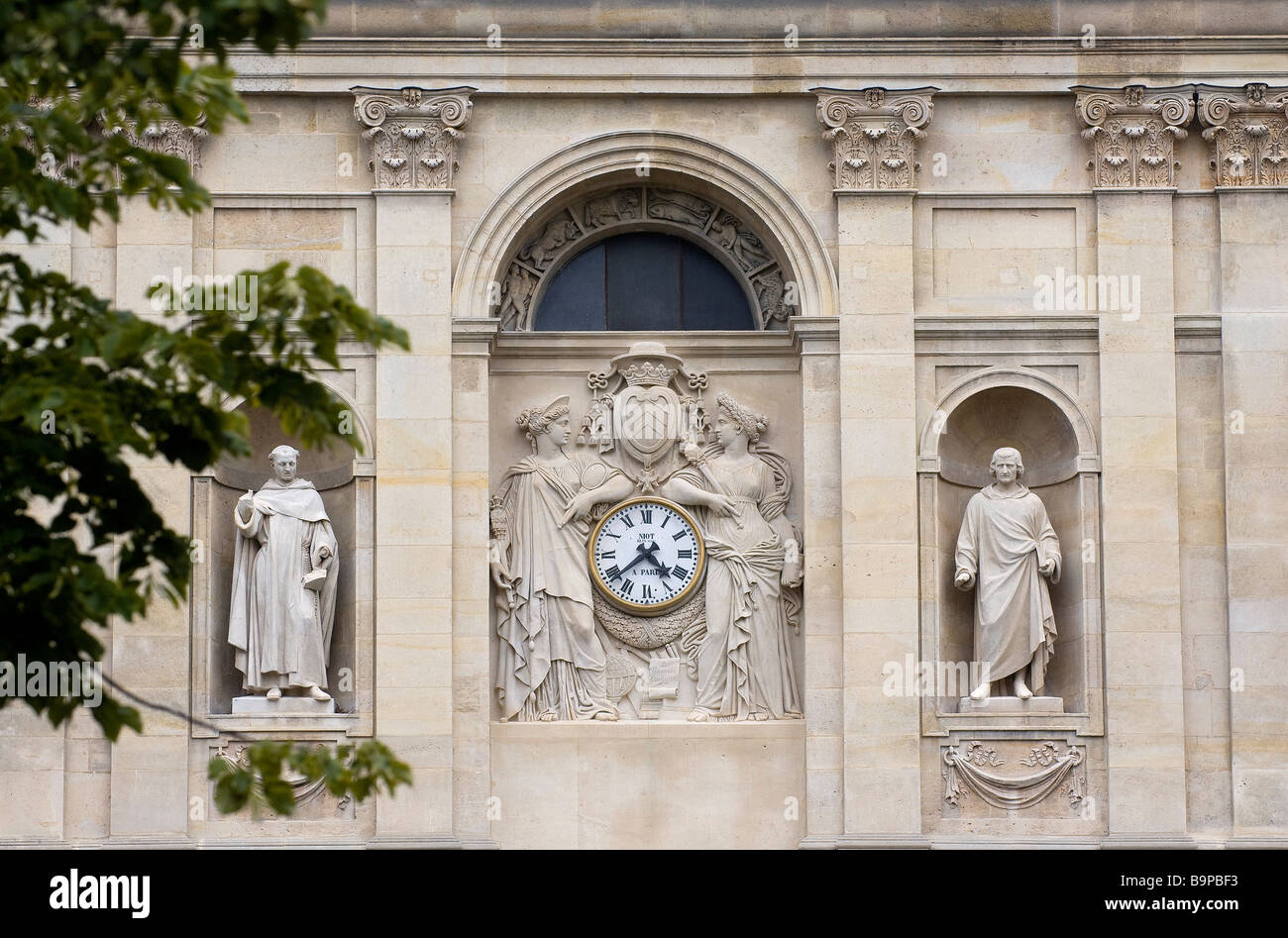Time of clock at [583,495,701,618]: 4:38
